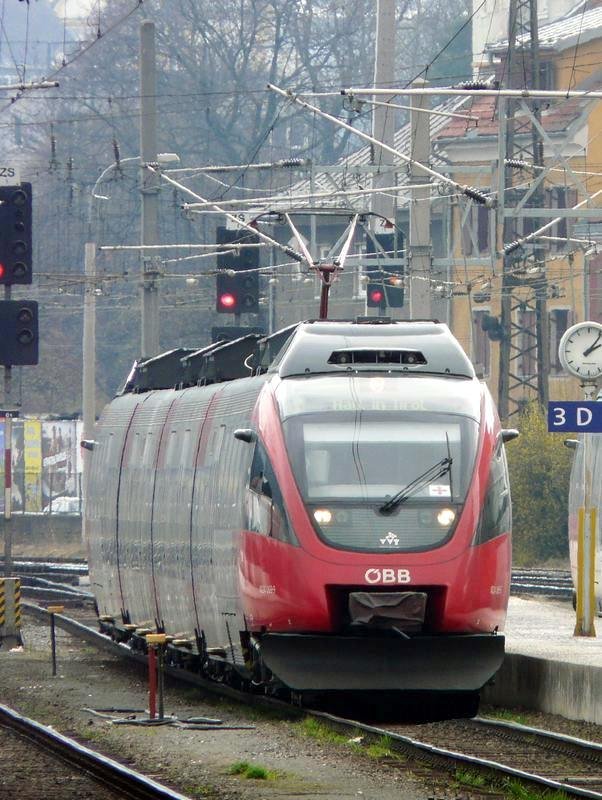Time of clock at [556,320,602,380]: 2:06
